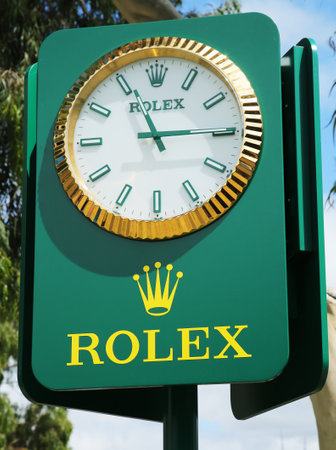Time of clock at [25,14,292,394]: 11:14
